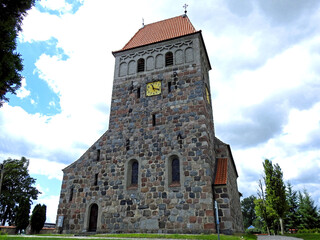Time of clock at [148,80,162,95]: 11:18
